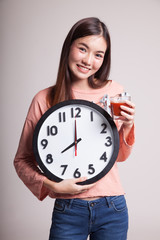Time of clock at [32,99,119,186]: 7:59
